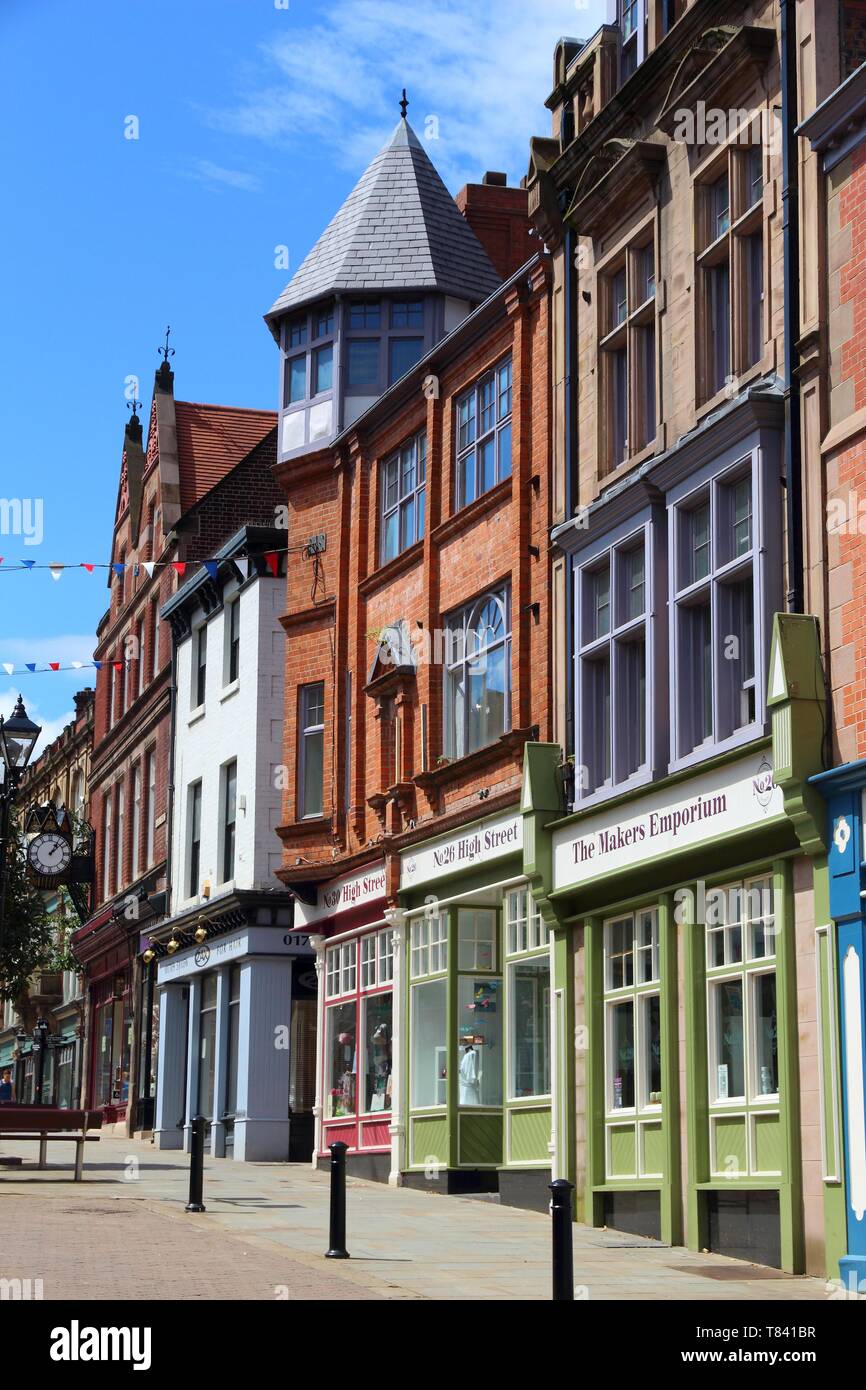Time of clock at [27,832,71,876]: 1:08
